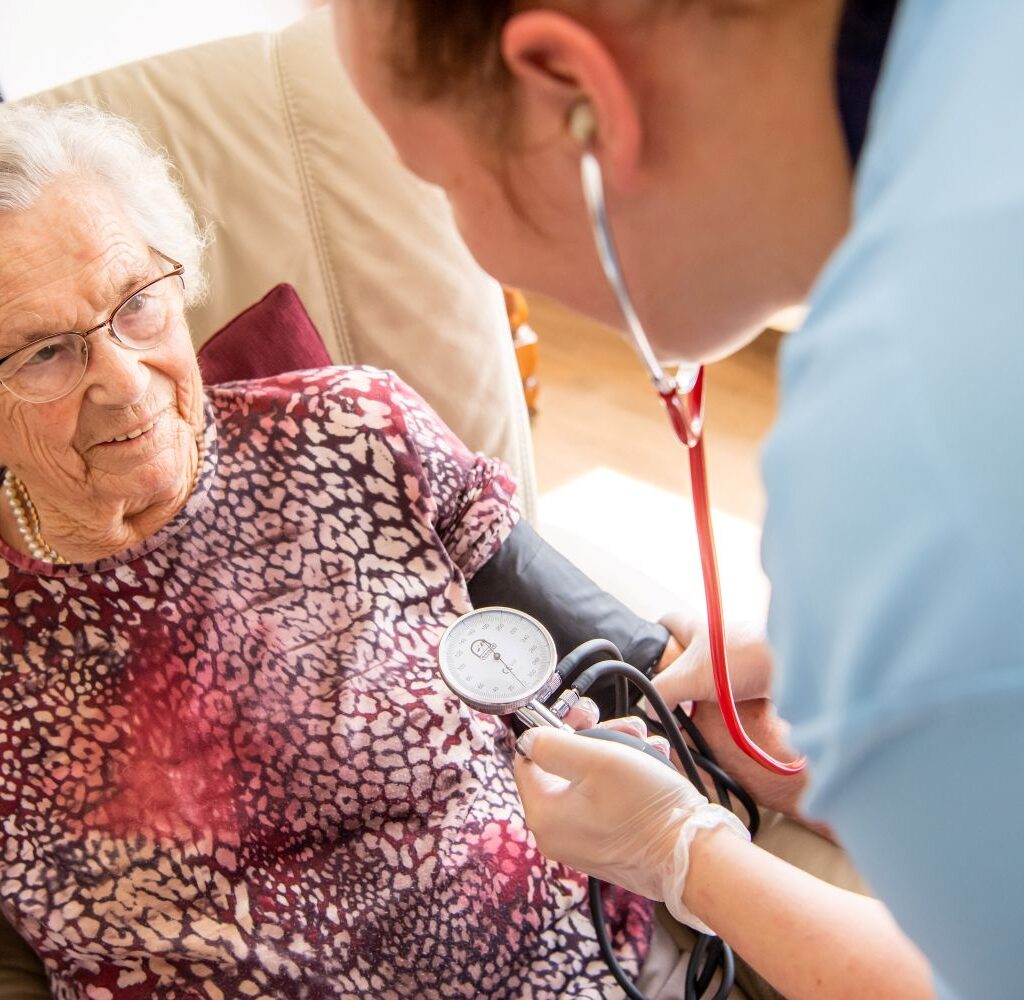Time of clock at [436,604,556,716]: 10:22
